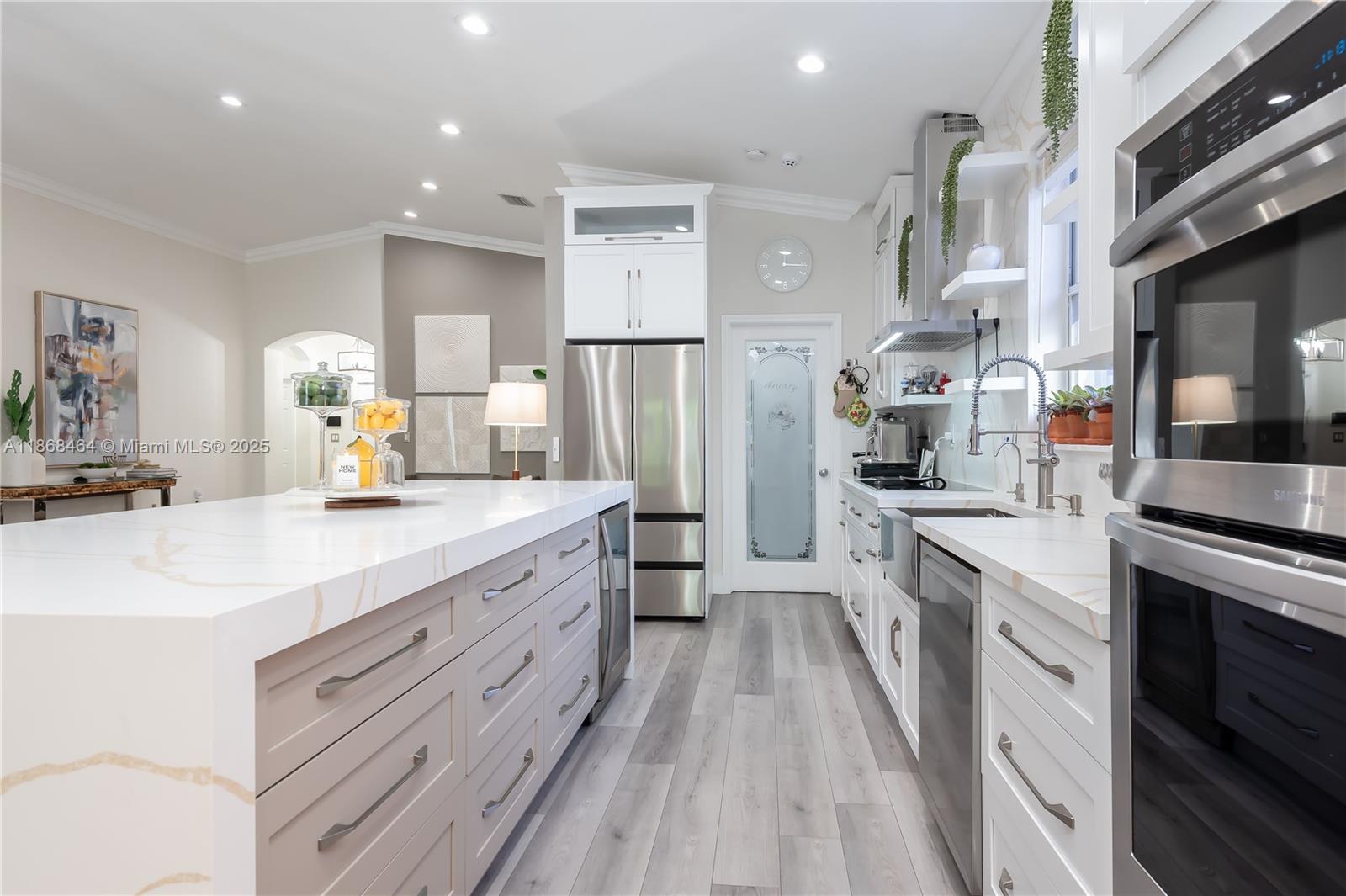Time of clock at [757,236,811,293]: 12:15
